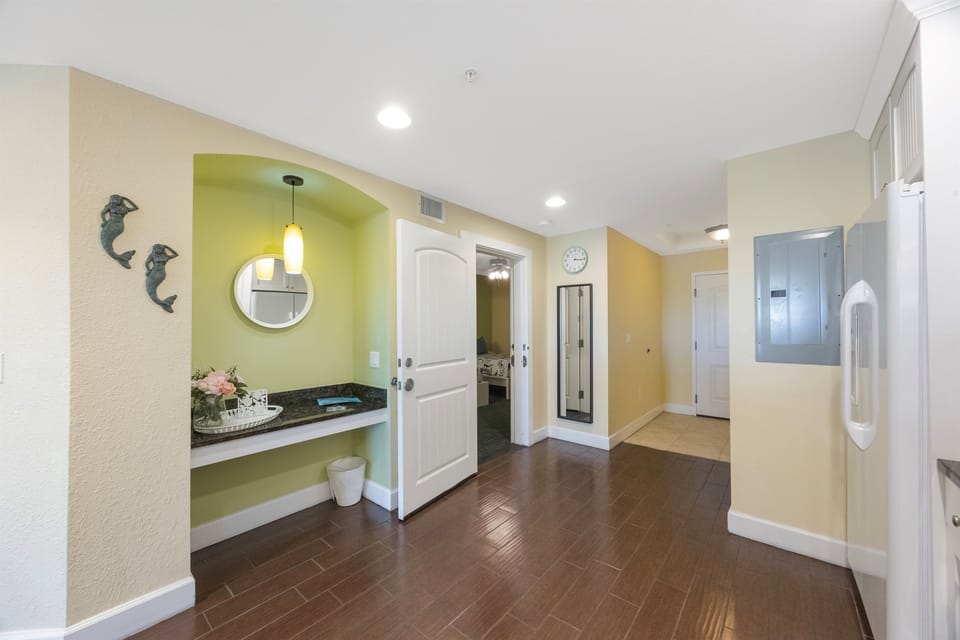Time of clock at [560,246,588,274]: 3:15
